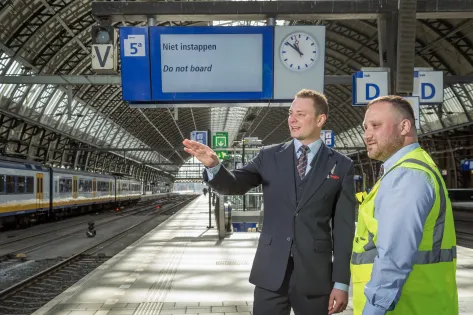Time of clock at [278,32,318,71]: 10:51
